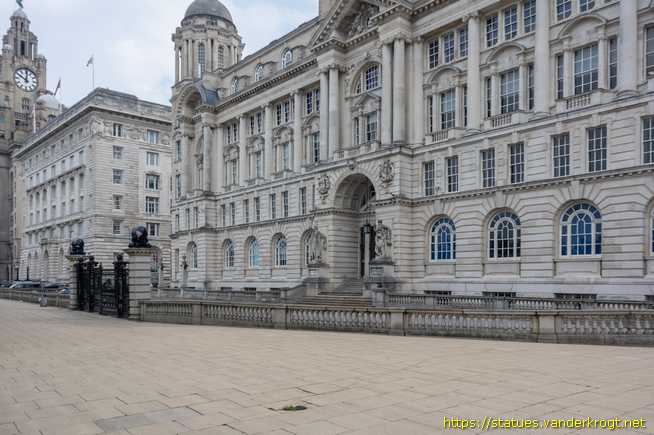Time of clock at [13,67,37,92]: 10:00
